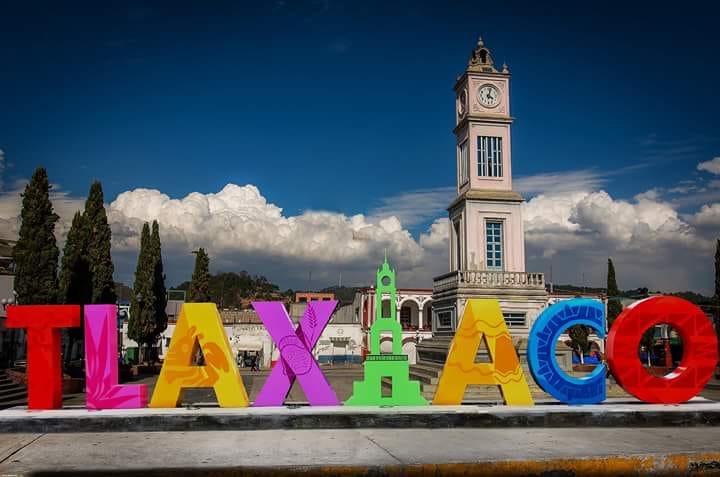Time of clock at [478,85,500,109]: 4:02
